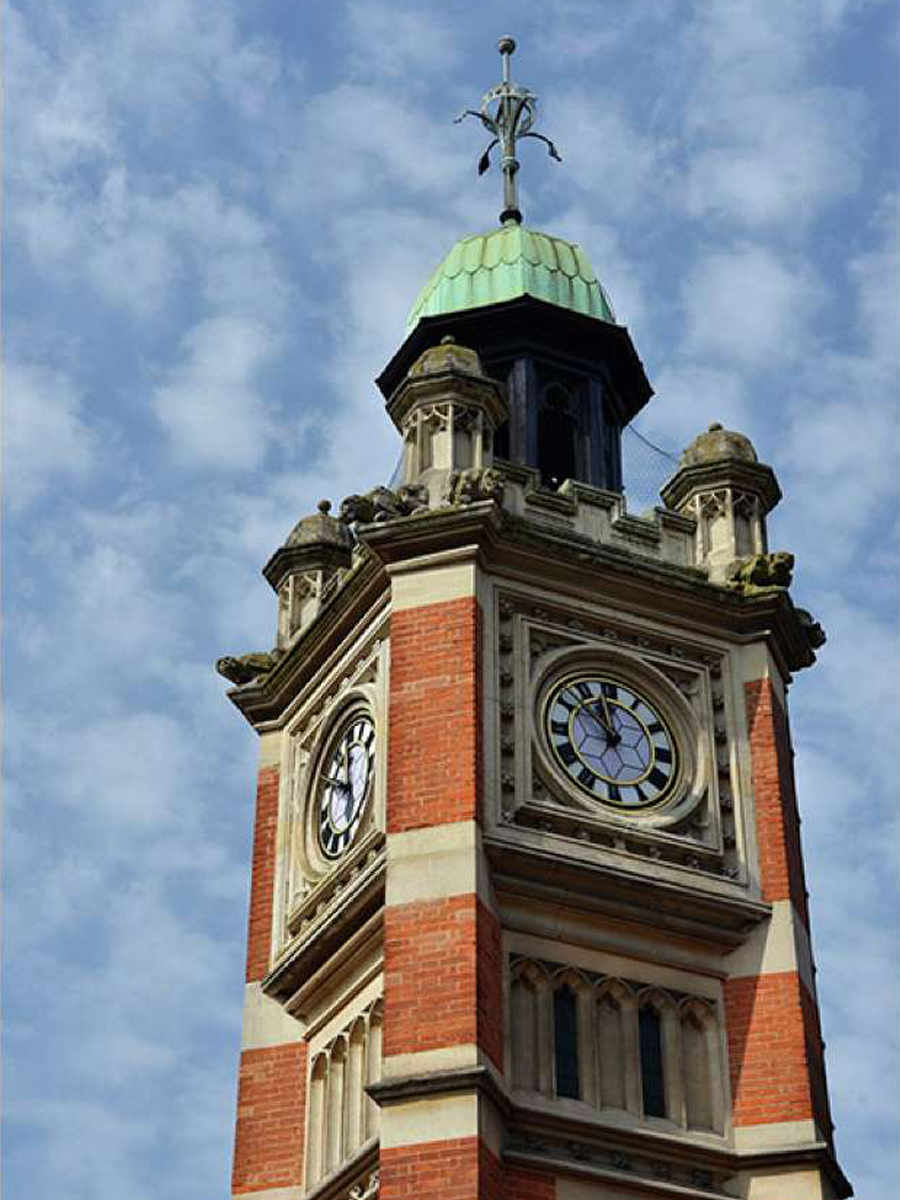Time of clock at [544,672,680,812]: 11:52
